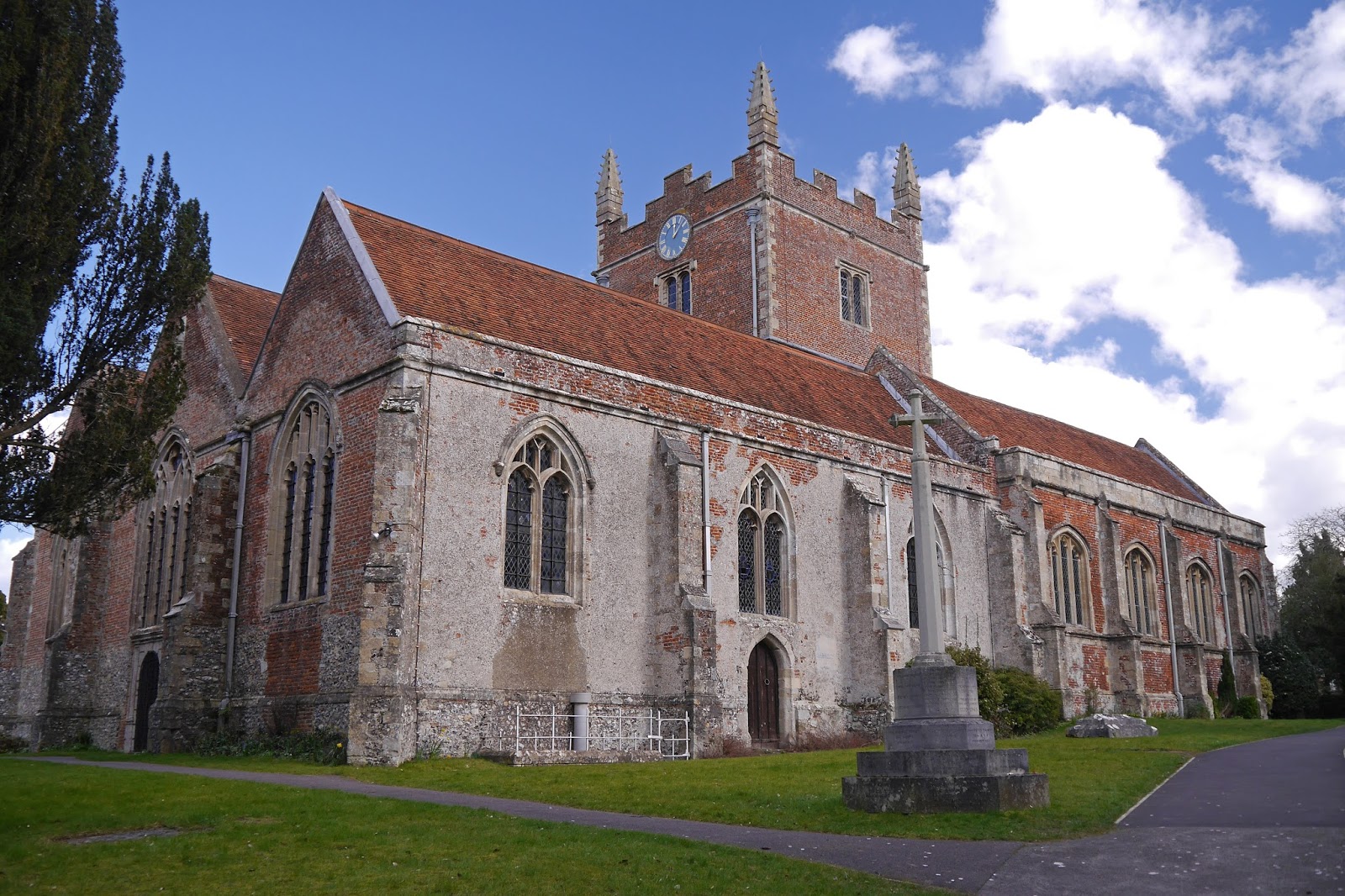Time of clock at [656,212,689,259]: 12:07
